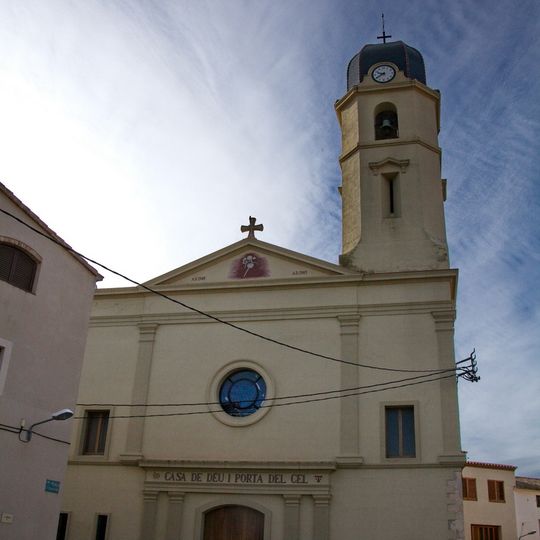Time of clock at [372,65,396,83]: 9:39
